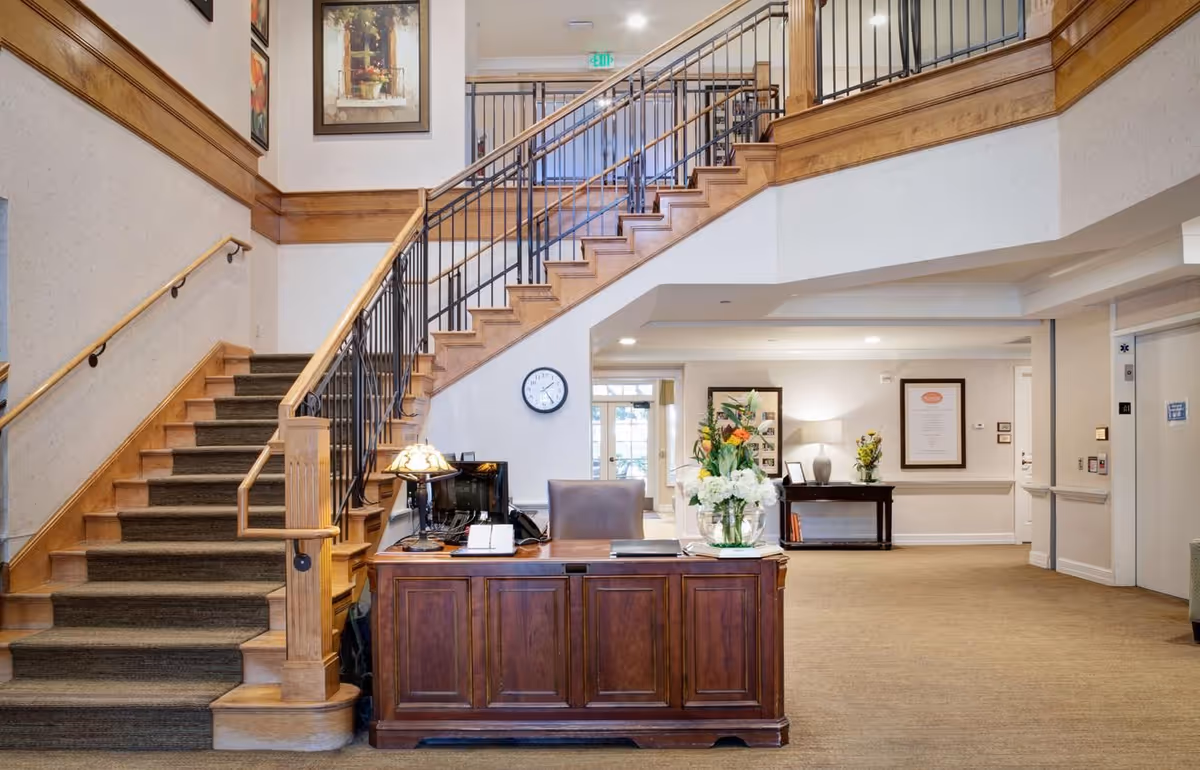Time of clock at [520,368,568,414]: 1:24
